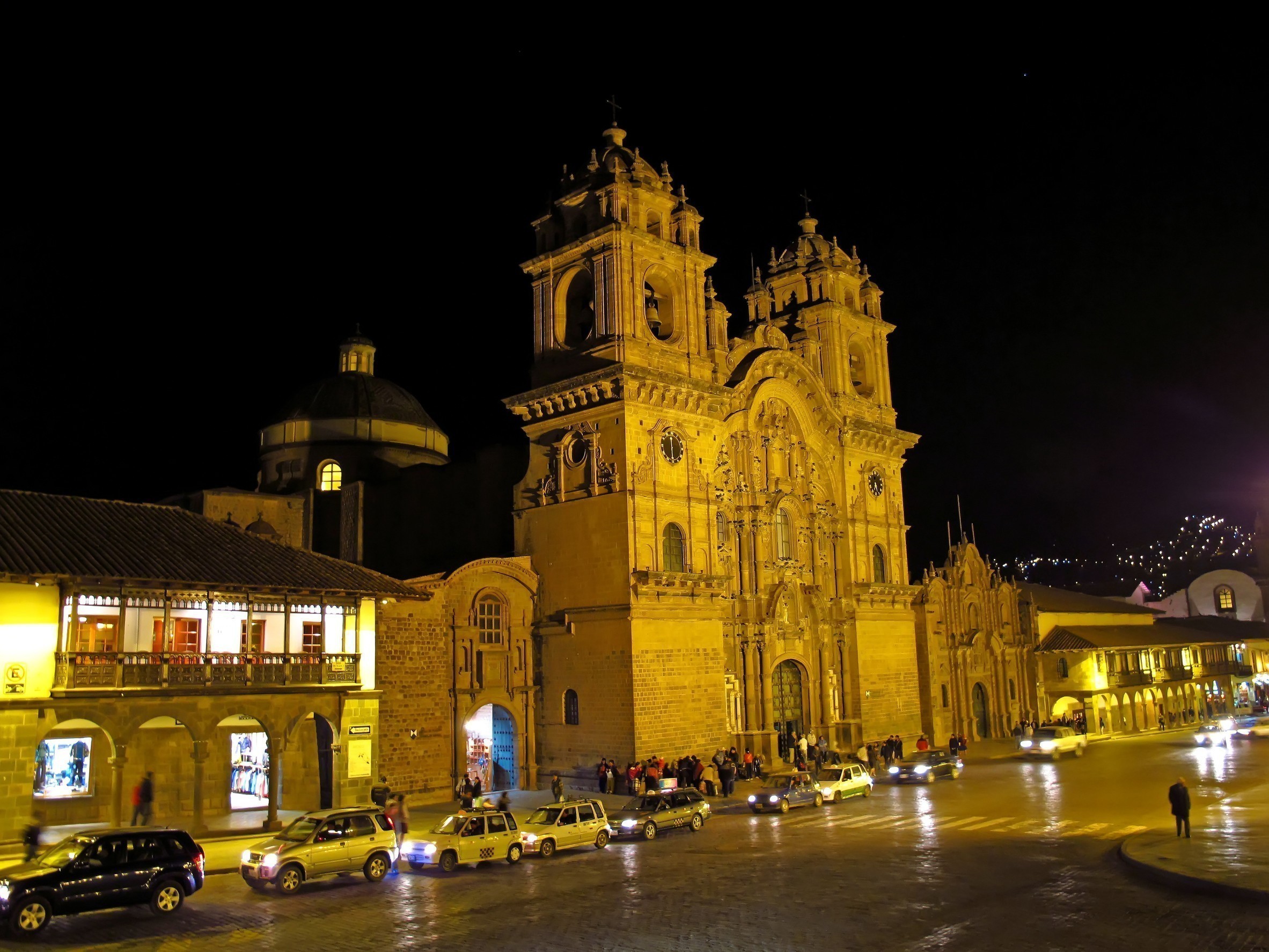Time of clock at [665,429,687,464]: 5:59
